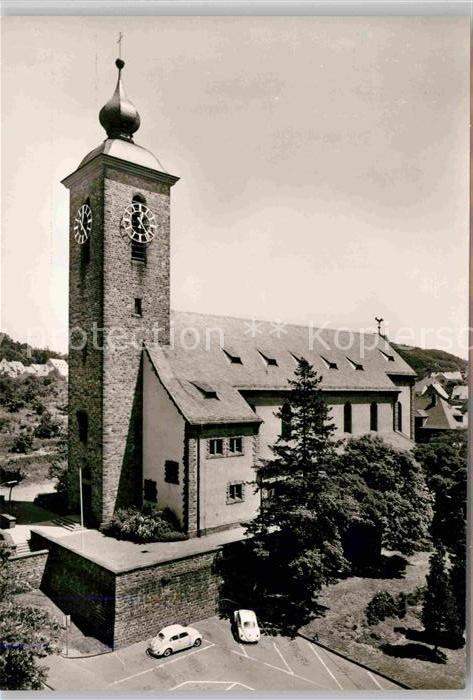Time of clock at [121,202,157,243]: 12:24
